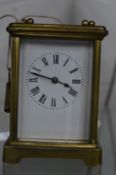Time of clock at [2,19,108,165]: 3:47
